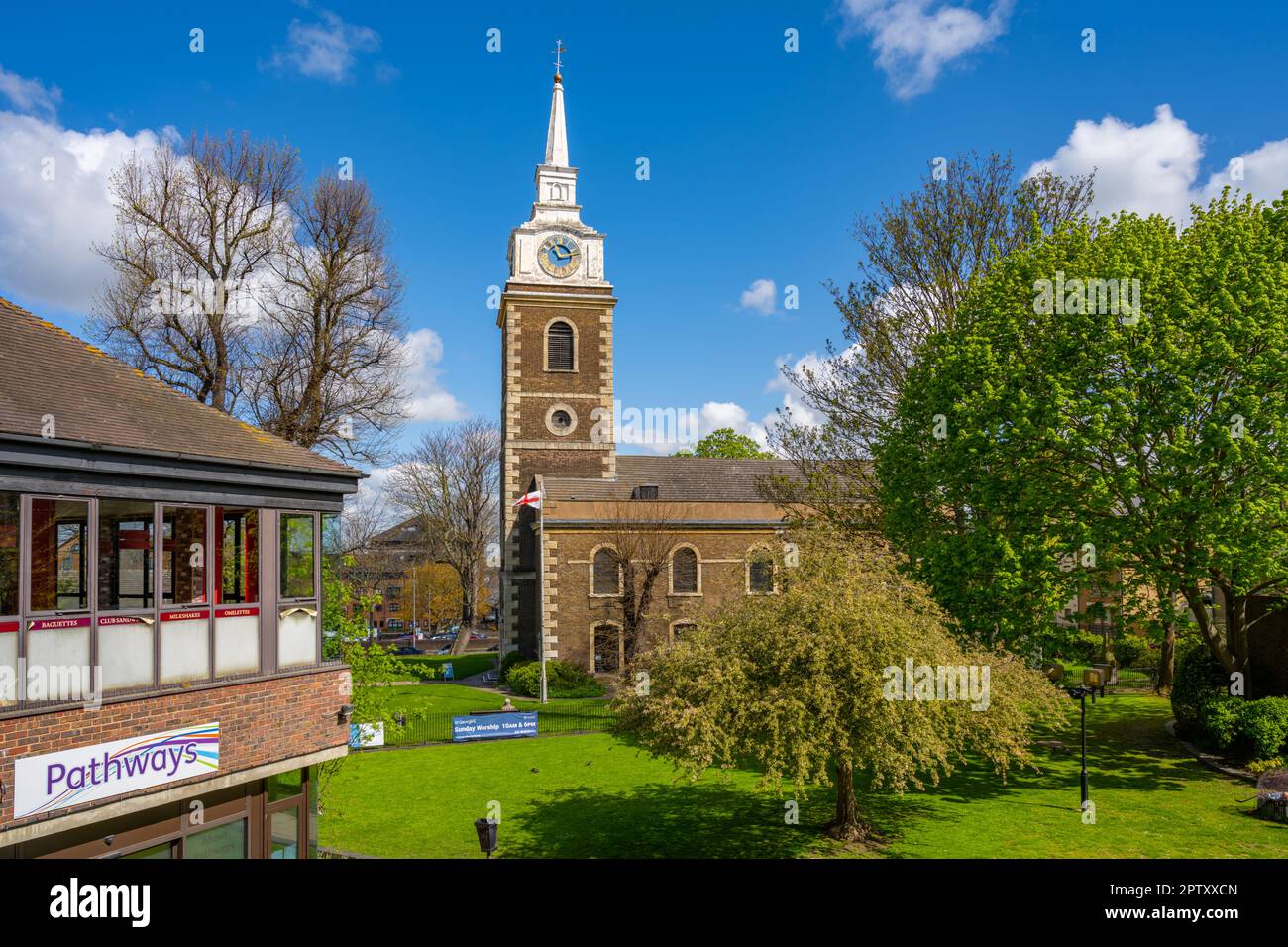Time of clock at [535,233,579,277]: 11:13
